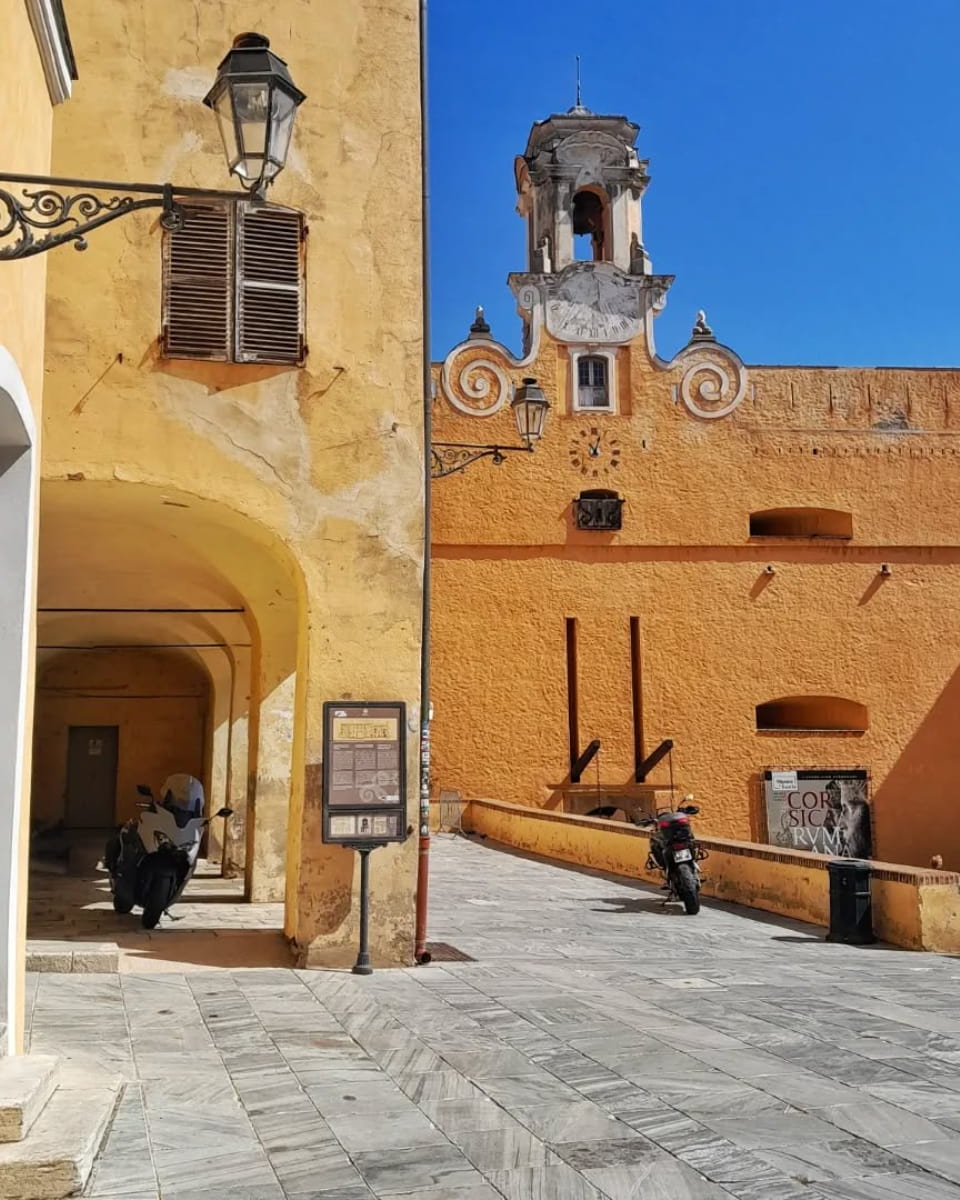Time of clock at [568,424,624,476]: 11:03
